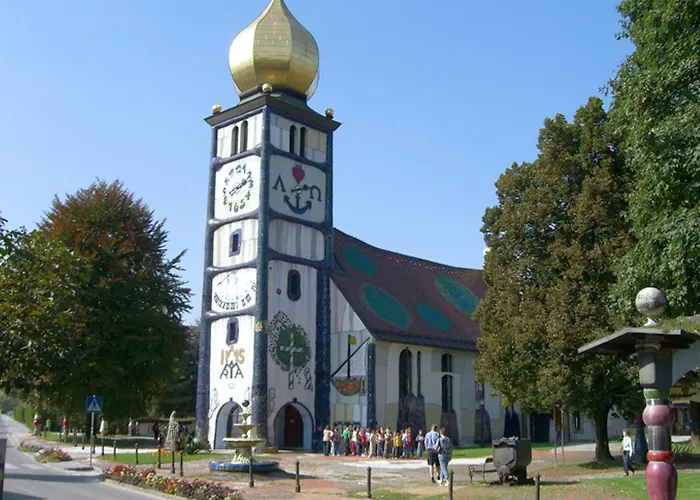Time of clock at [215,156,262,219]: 8:12
